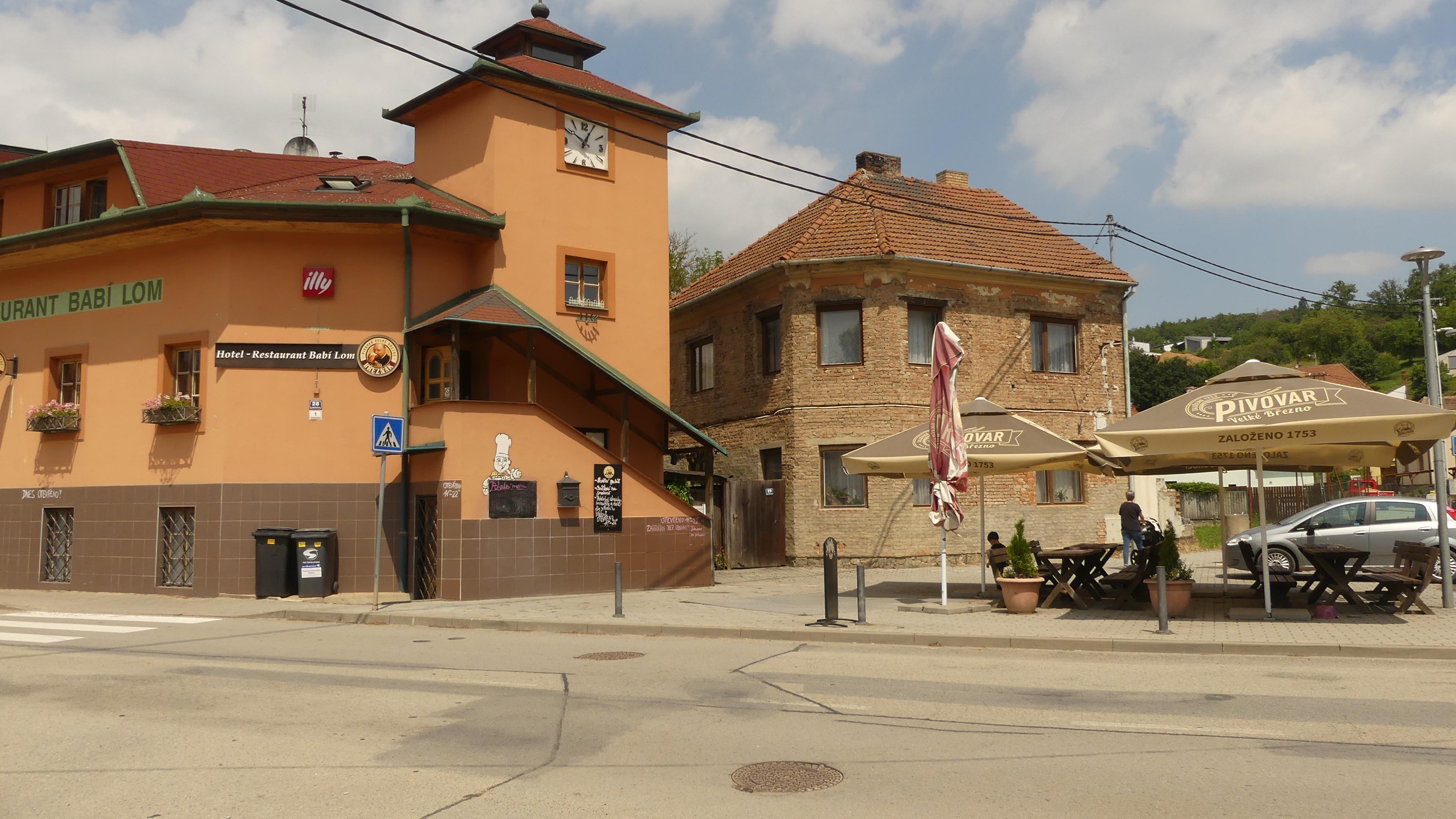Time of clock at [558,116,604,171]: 10:04
